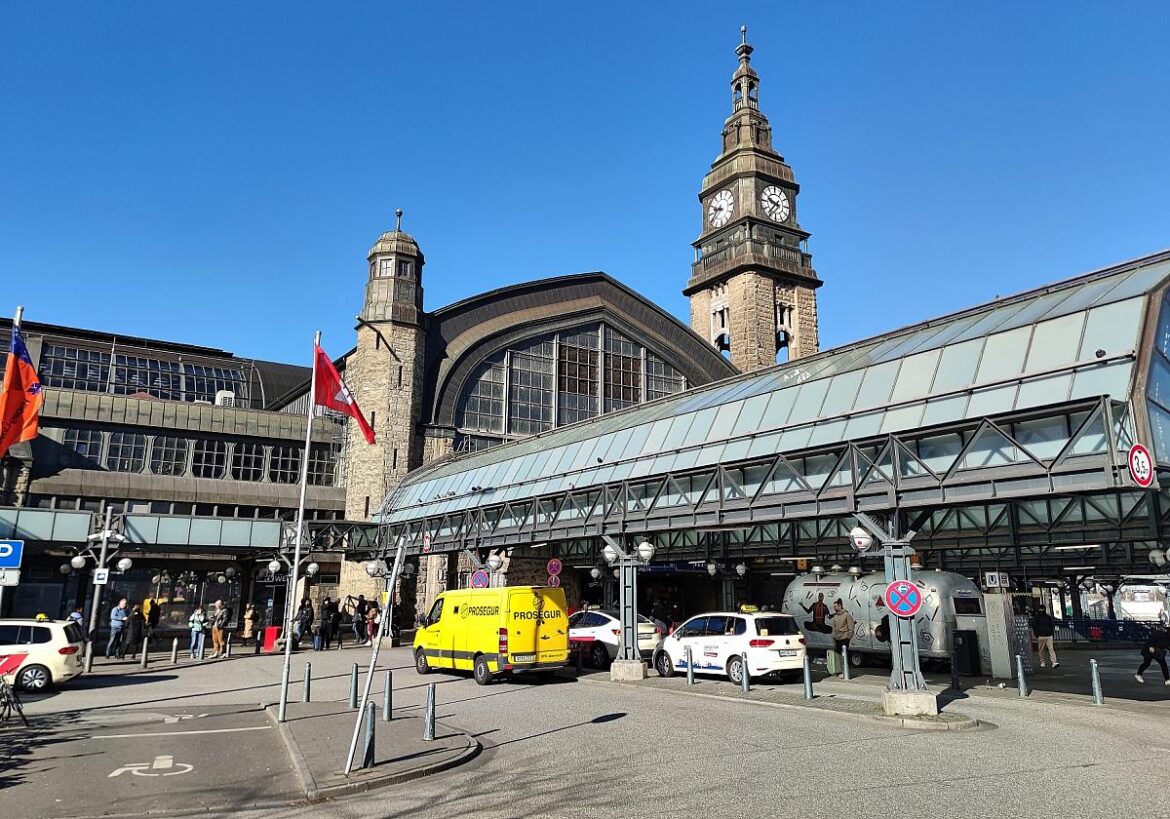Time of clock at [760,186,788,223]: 9:36
